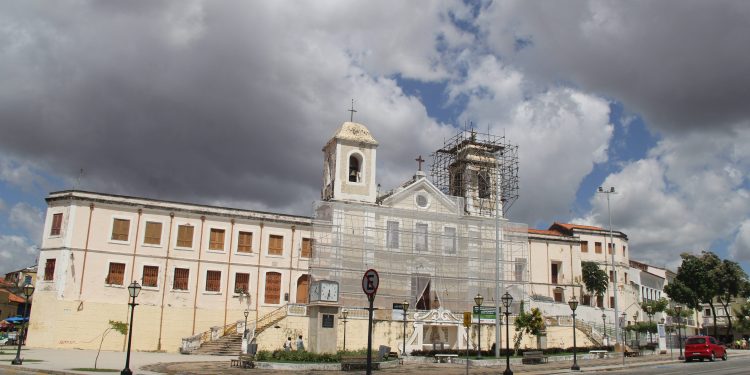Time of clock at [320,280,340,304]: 5:31
